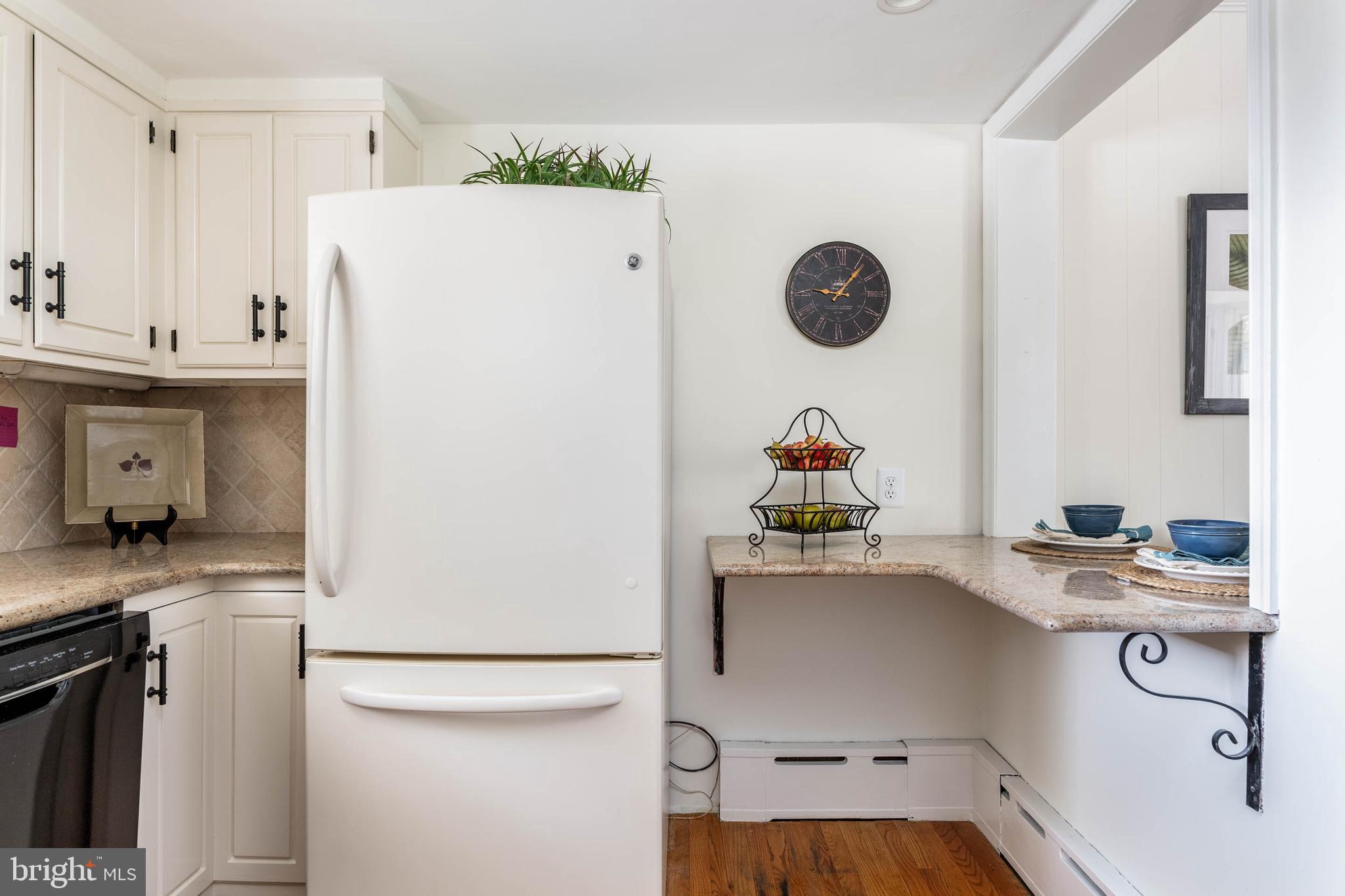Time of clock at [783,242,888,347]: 9:06
